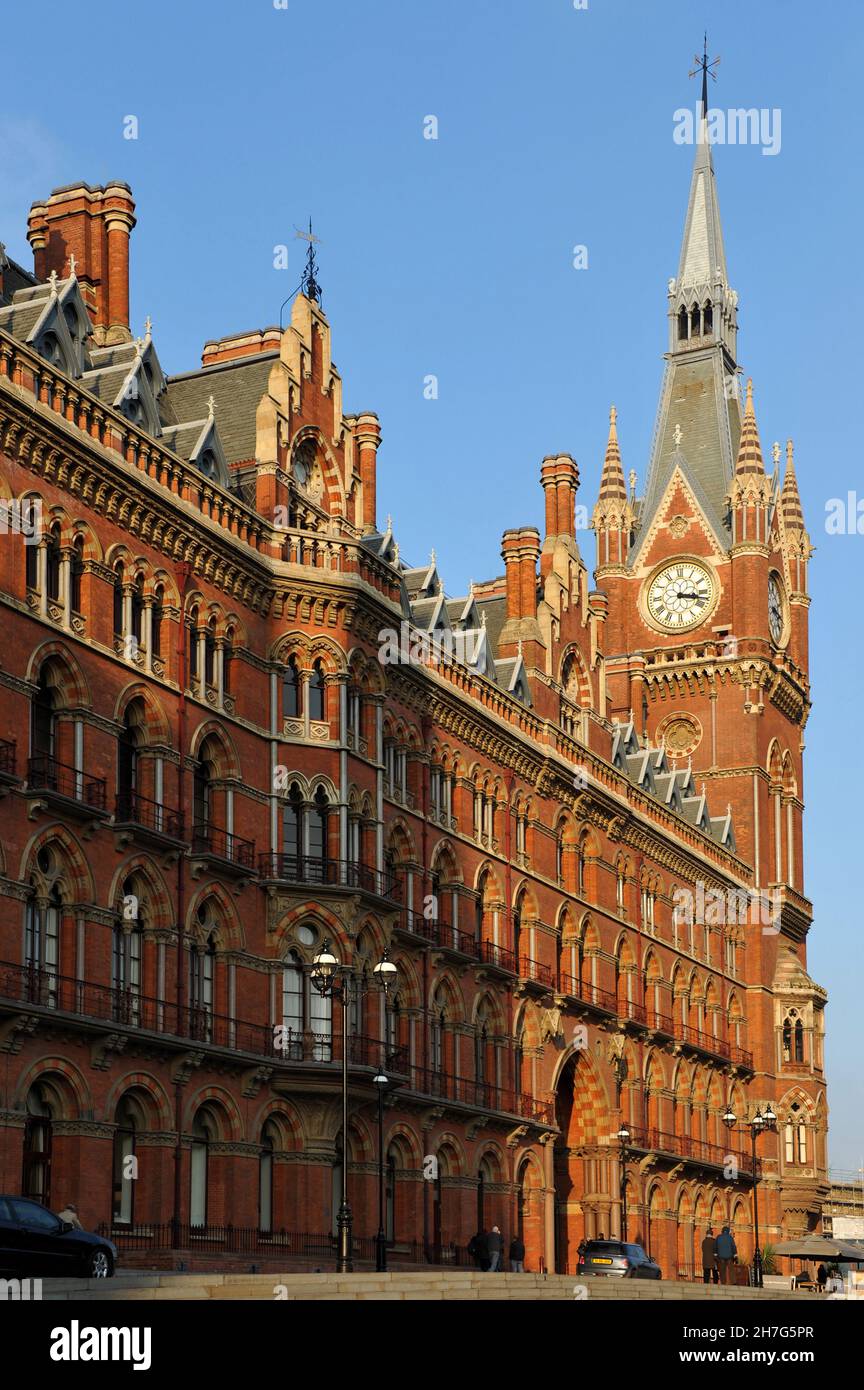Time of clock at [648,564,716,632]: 3:17
